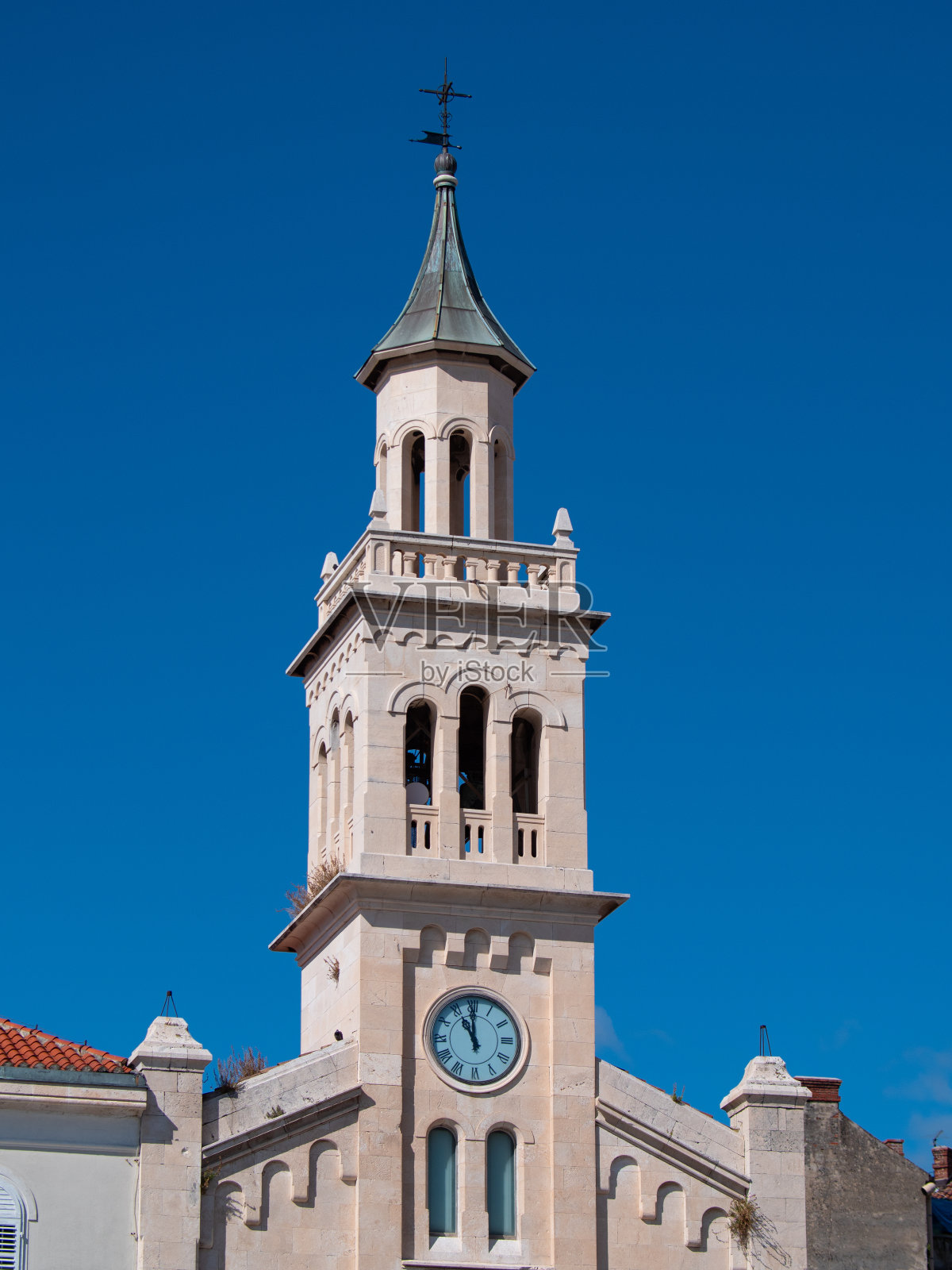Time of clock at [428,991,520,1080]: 10:59
